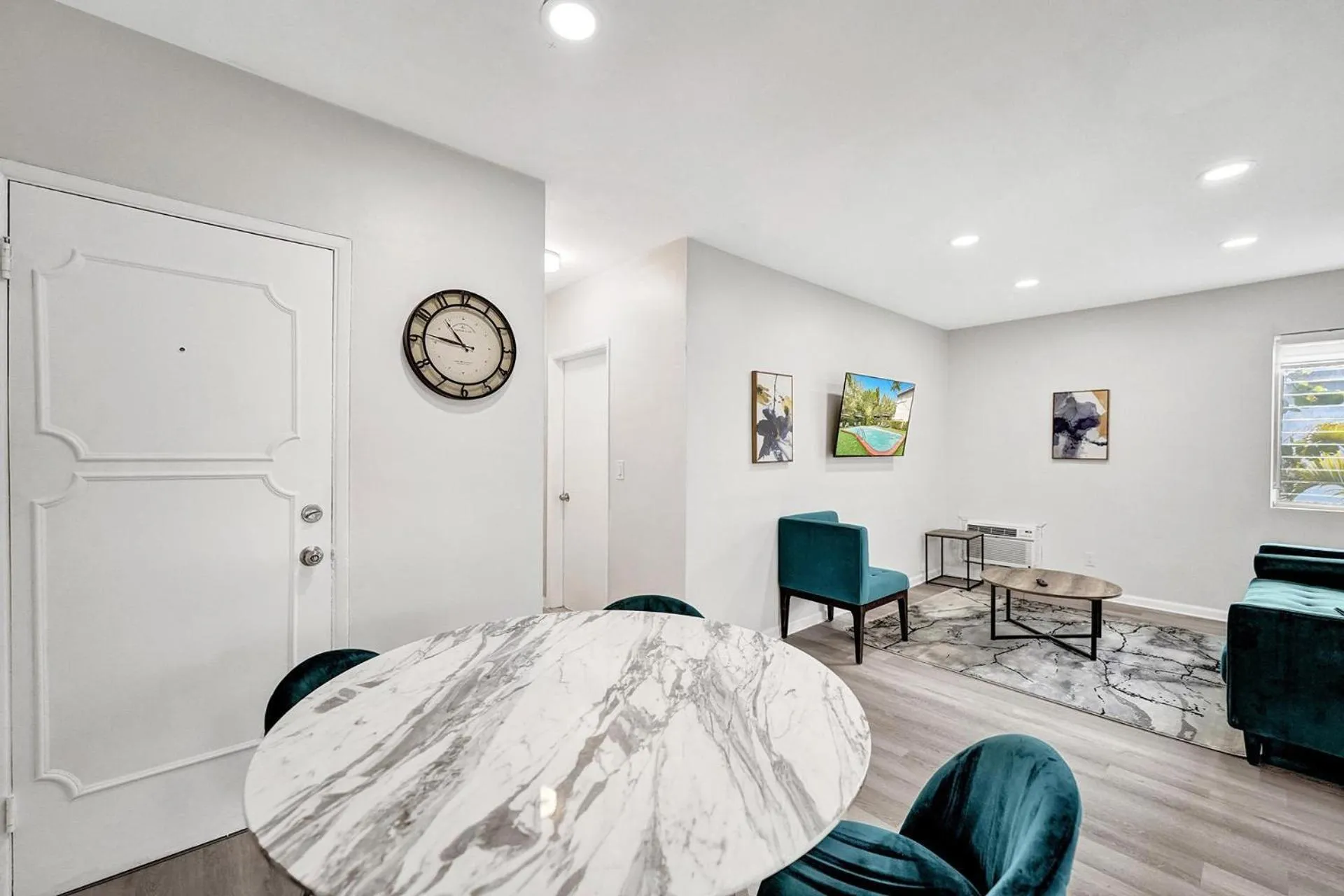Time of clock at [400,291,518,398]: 10:46
